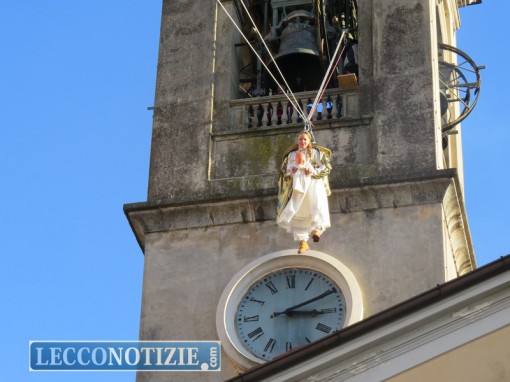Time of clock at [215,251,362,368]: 3:10
